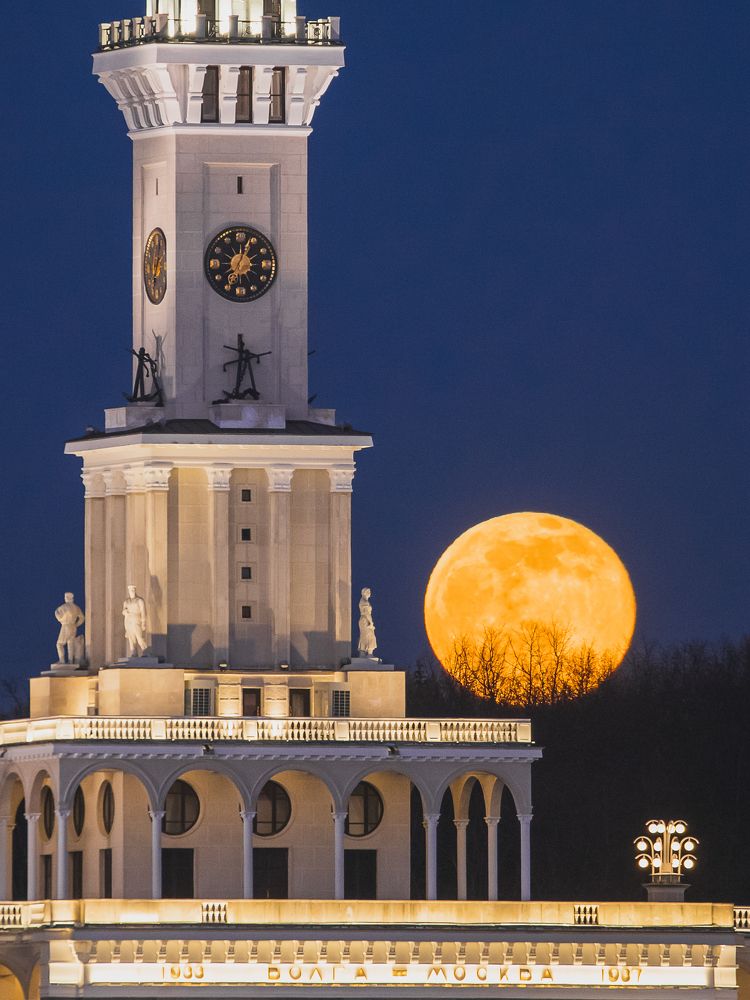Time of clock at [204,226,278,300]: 7:03
